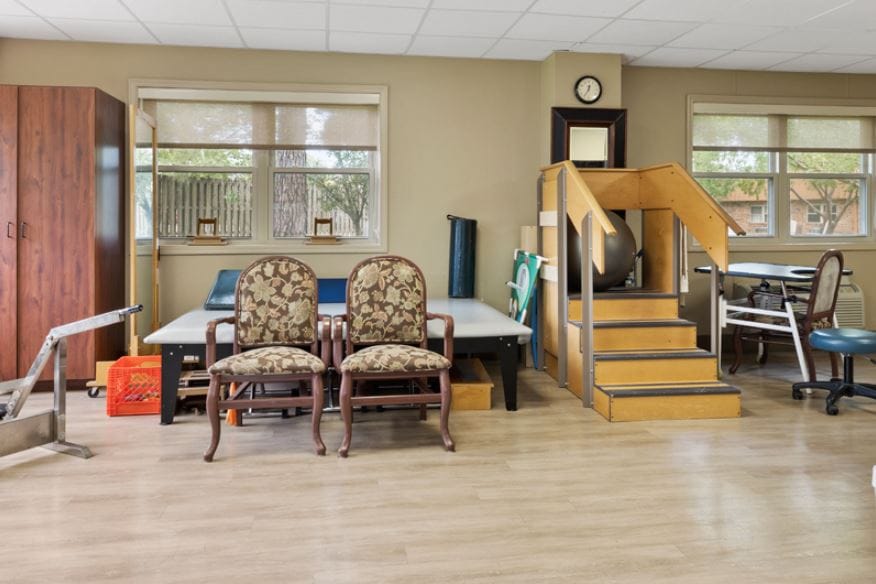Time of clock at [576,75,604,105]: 12:34
